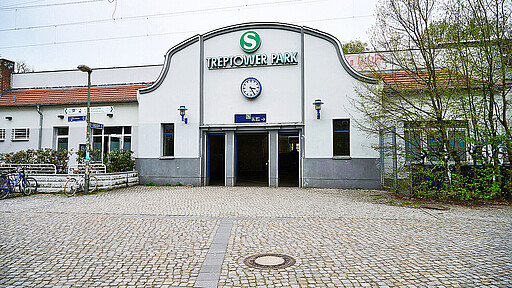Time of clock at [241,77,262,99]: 3:25
